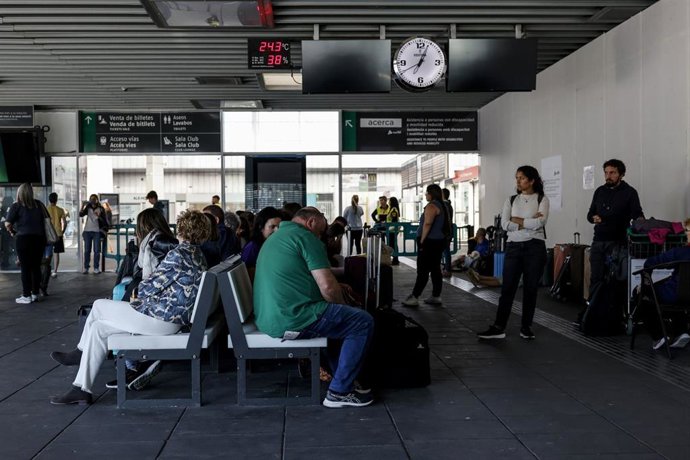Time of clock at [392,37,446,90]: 8:04
